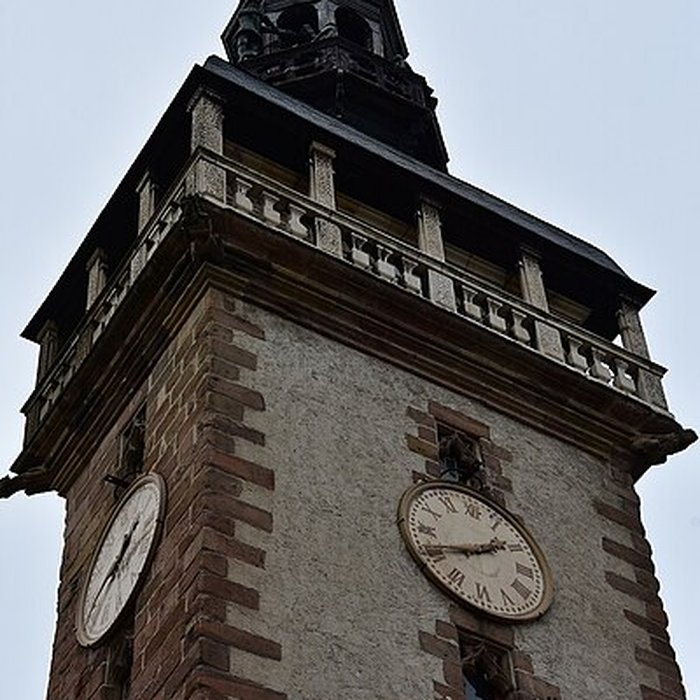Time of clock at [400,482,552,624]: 1:41
